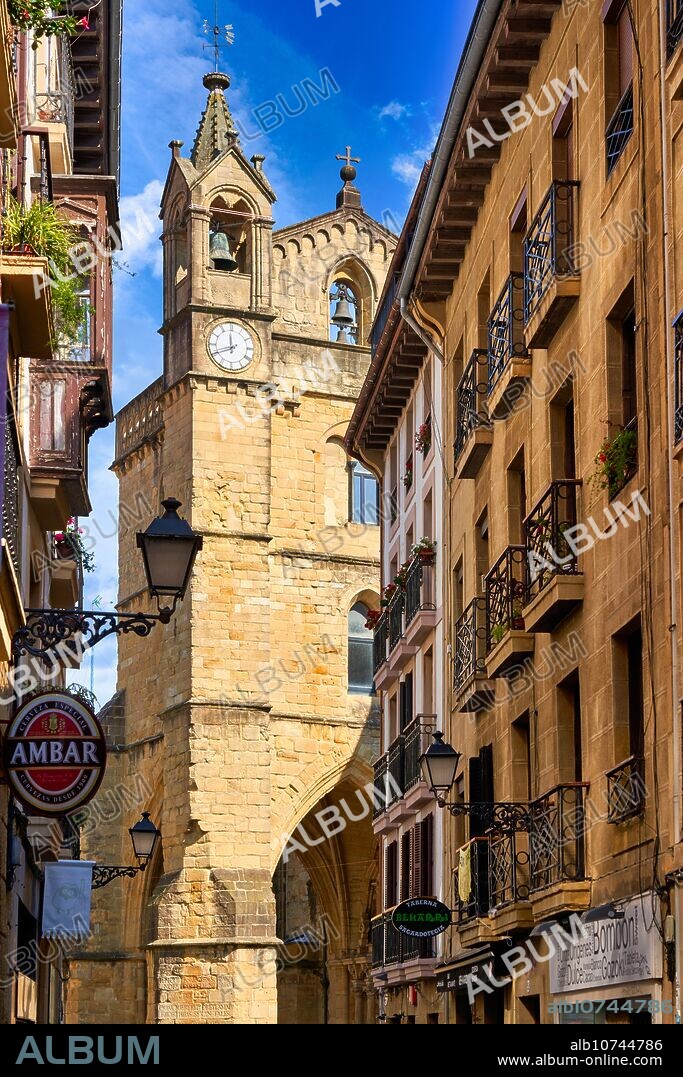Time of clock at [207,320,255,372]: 11:41
